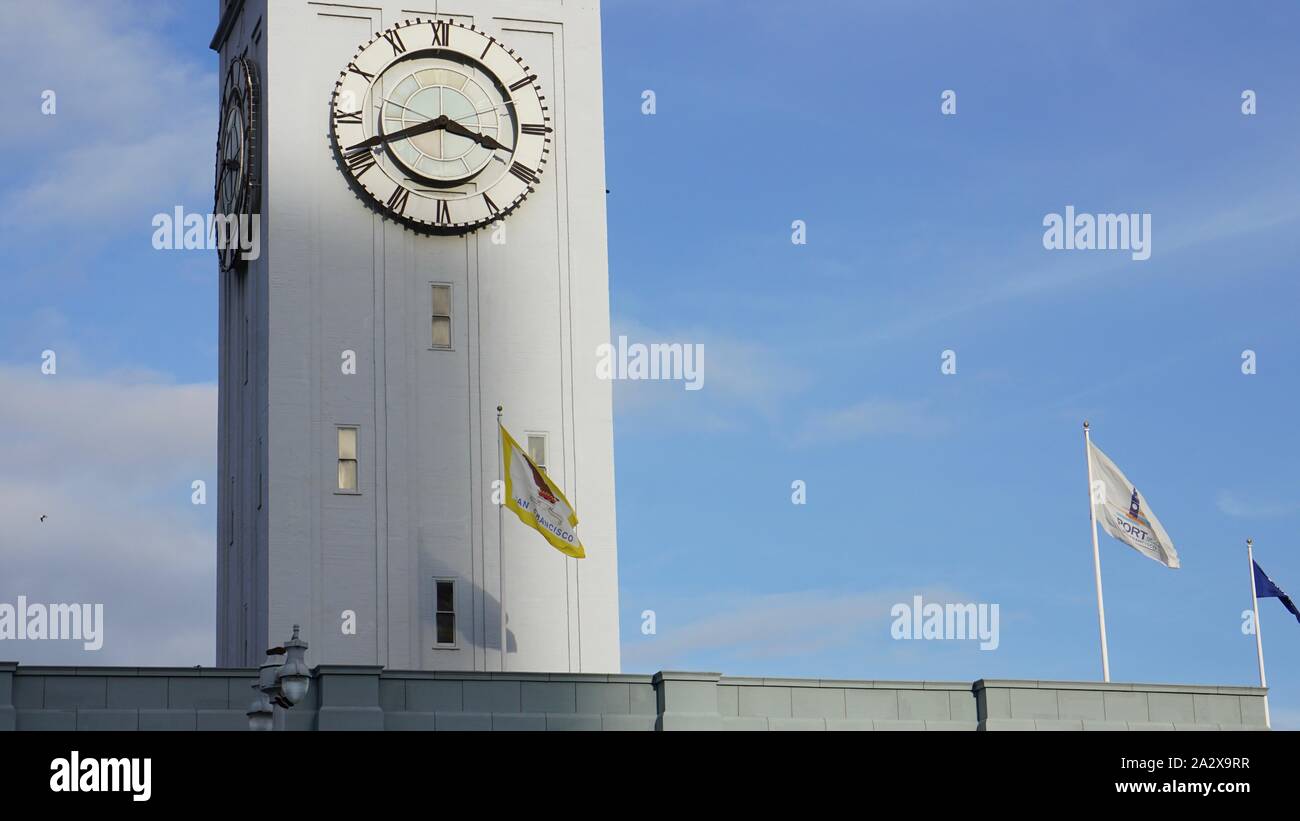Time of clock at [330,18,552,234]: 3:41
